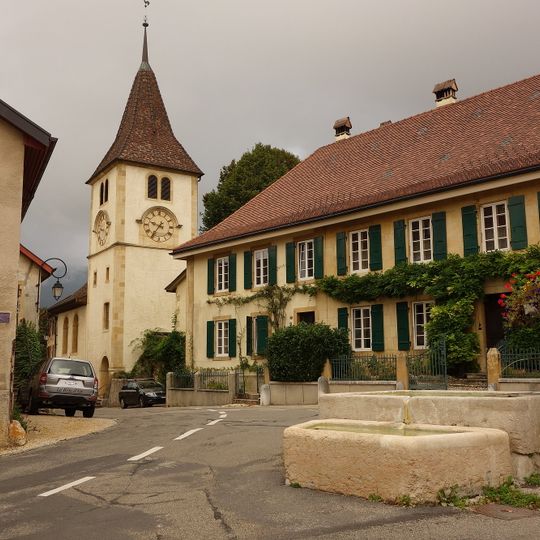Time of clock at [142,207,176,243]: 9:36
